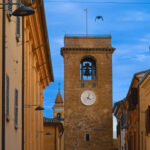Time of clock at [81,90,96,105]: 4:02
